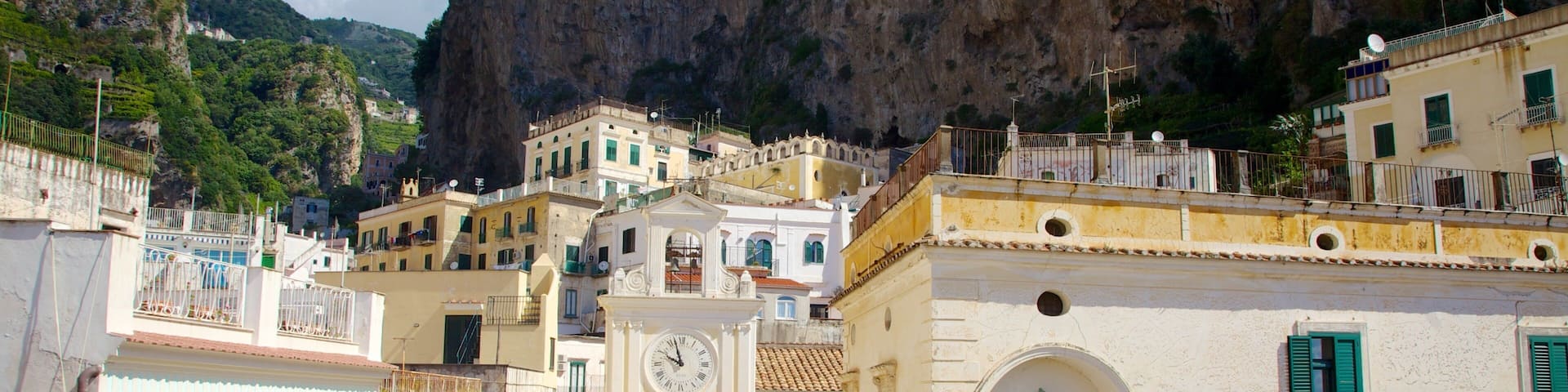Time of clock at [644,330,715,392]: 9:57
